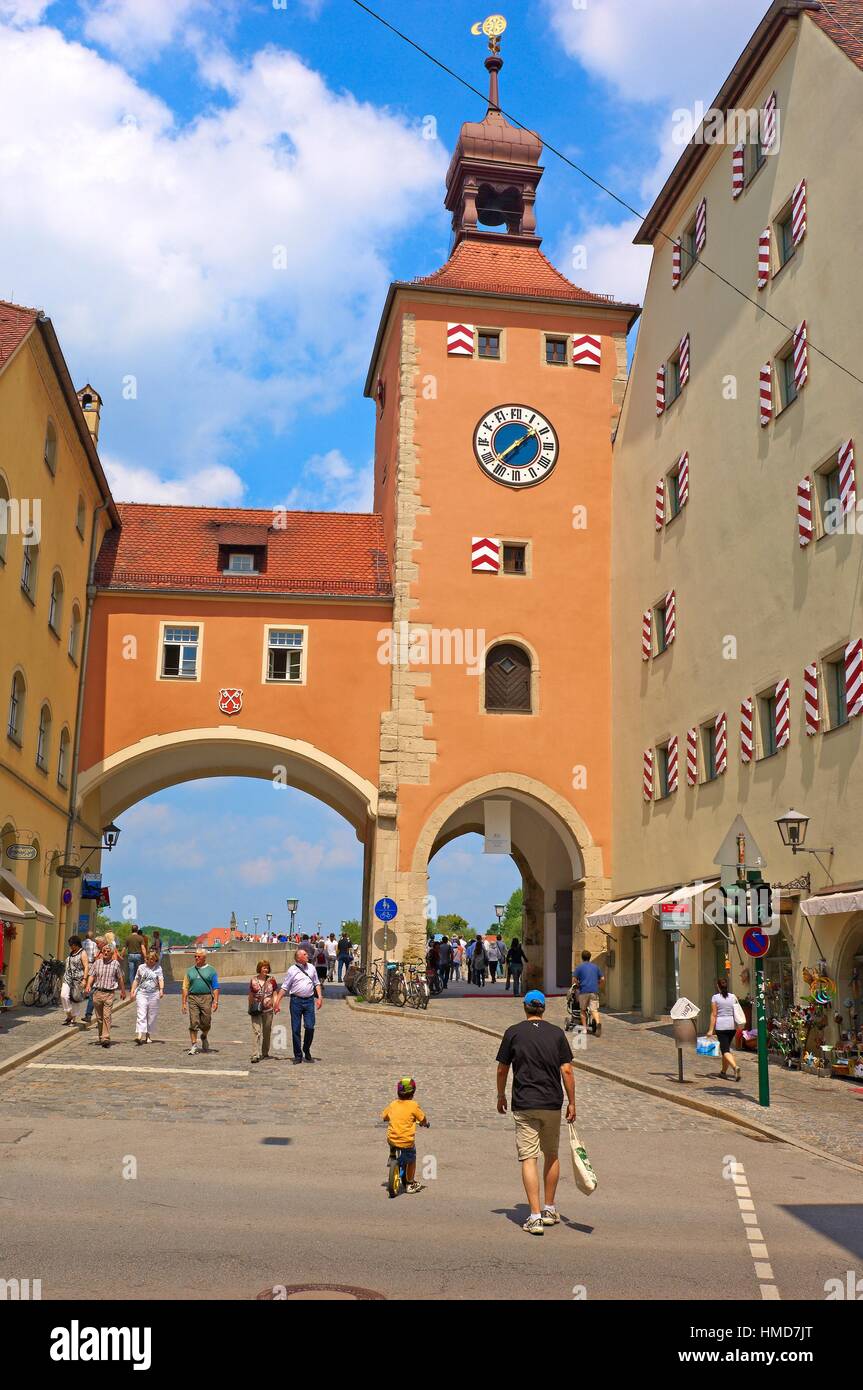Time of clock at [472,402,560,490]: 1:37
